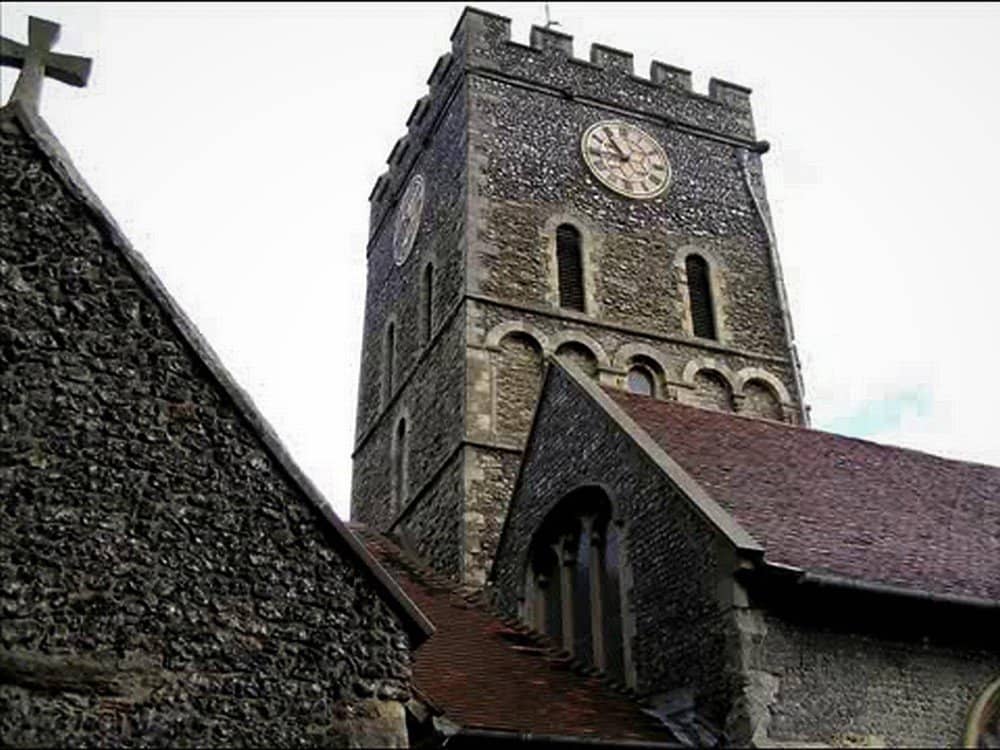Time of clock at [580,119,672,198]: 10:45
